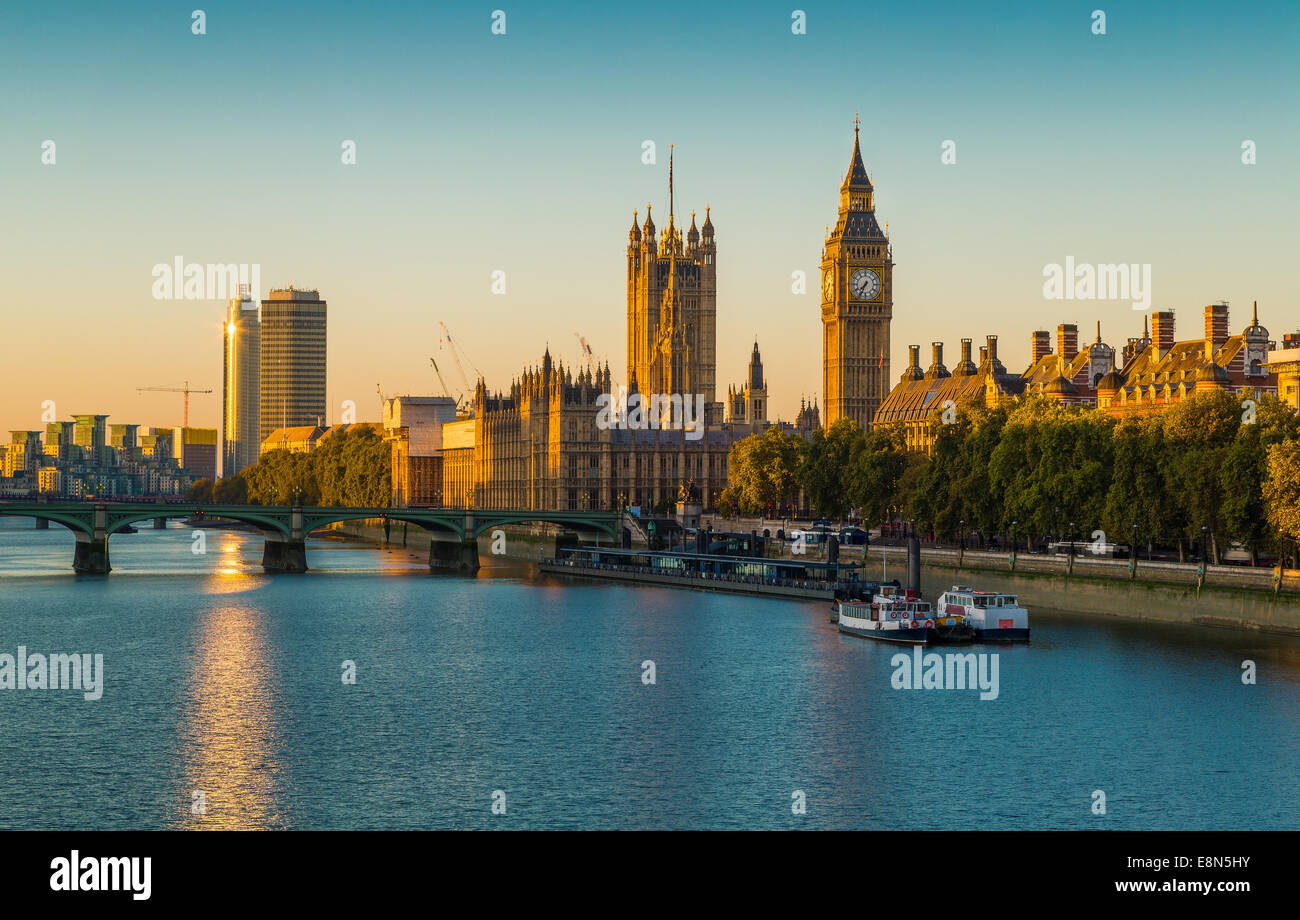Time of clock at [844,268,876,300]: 7:34
